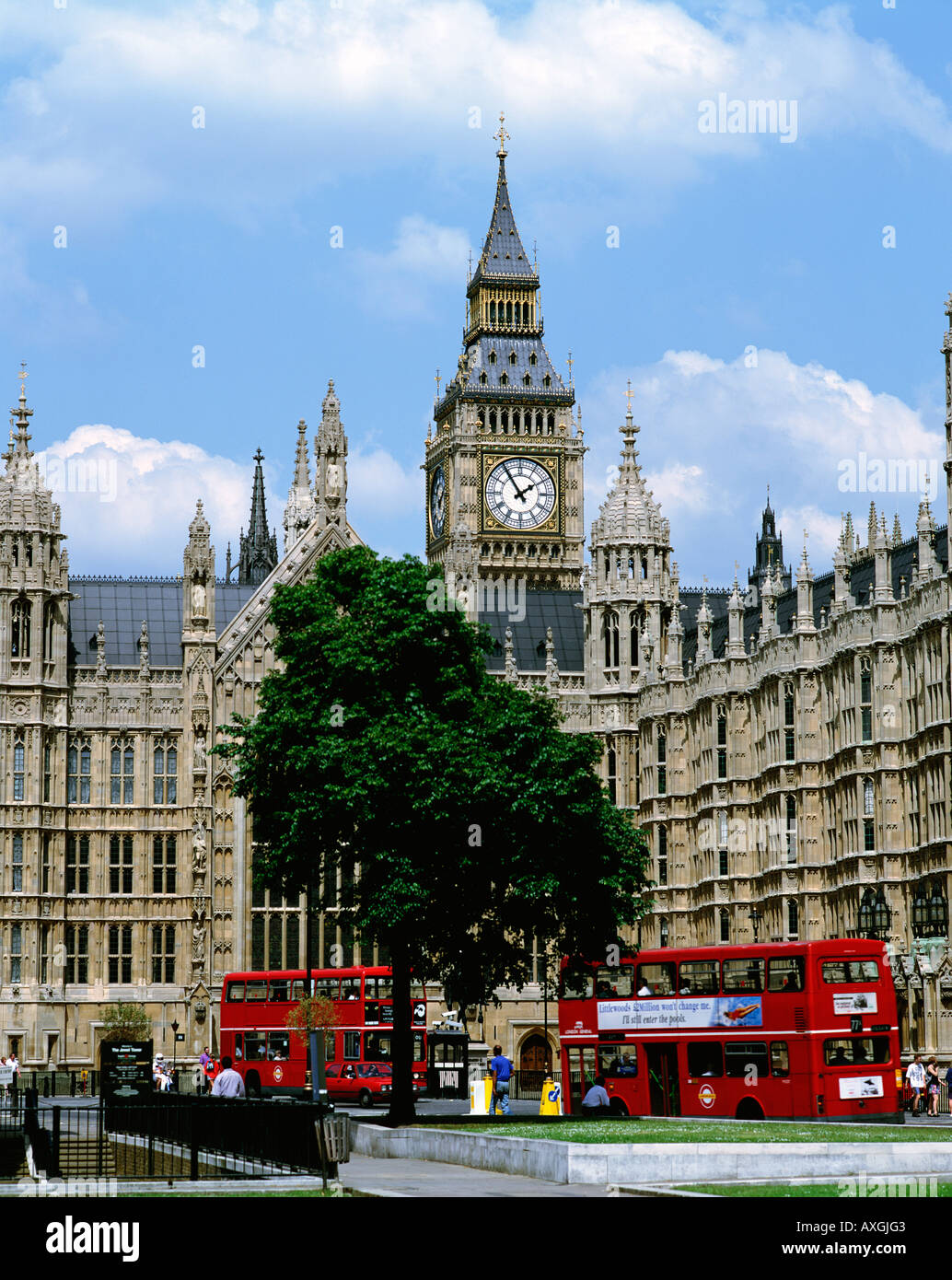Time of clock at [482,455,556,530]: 1:54
